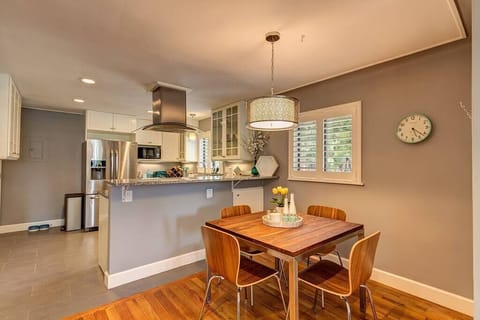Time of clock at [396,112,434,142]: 5:21
